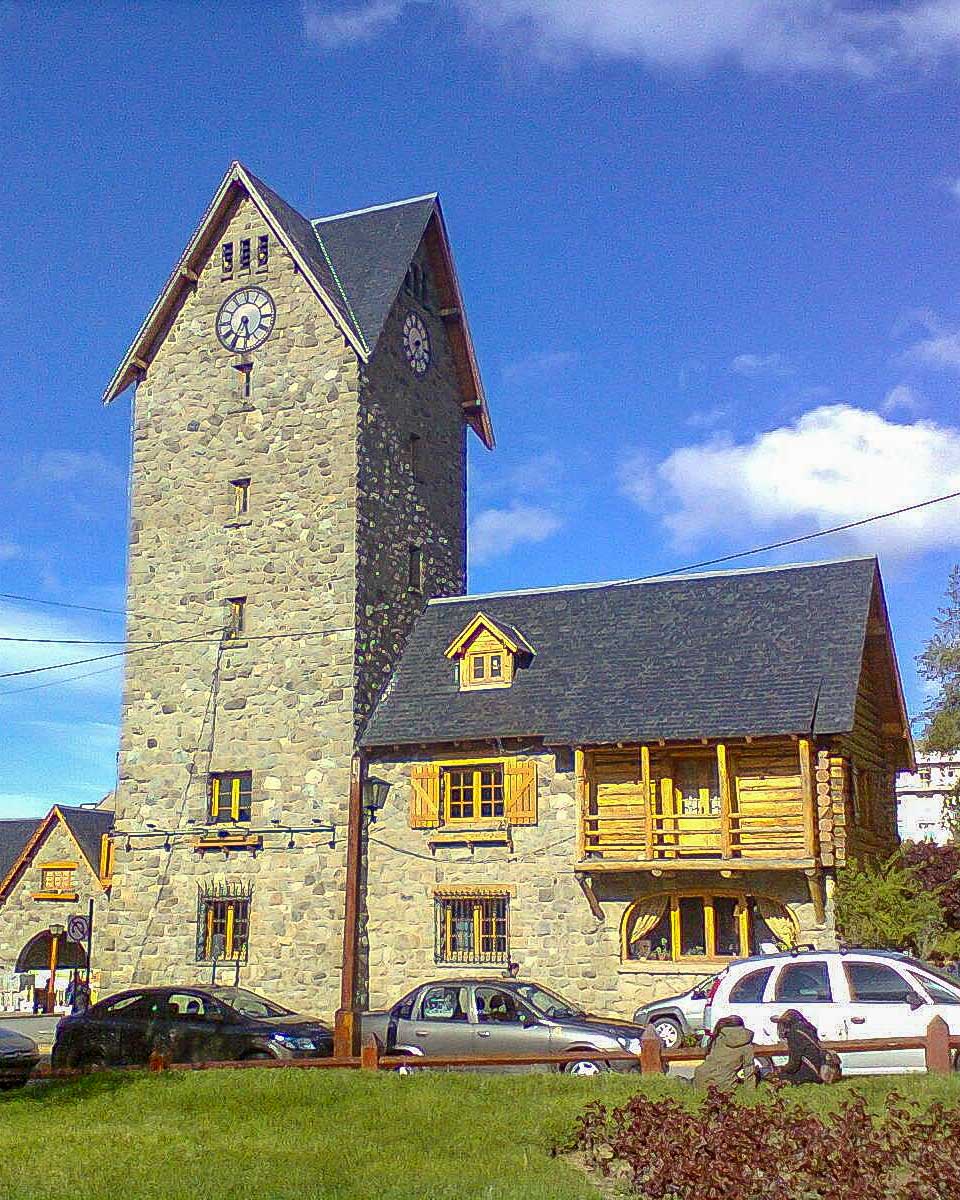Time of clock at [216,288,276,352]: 5:34
